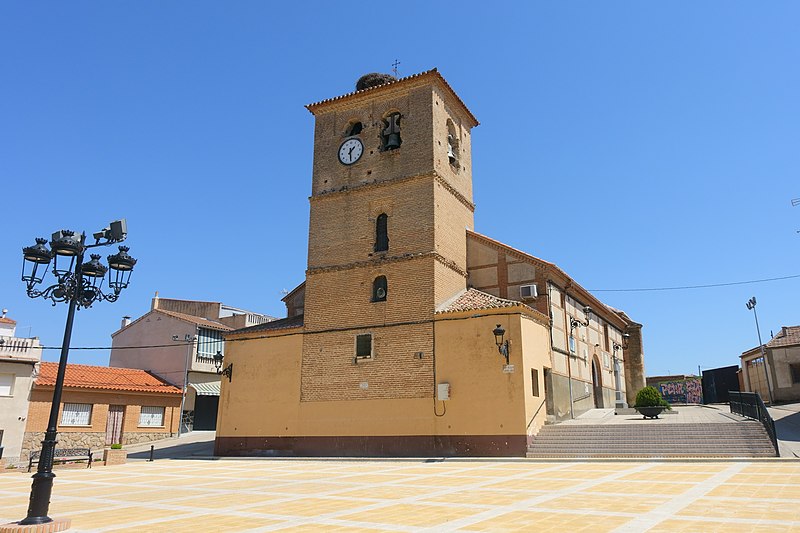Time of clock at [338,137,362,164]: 1:29
